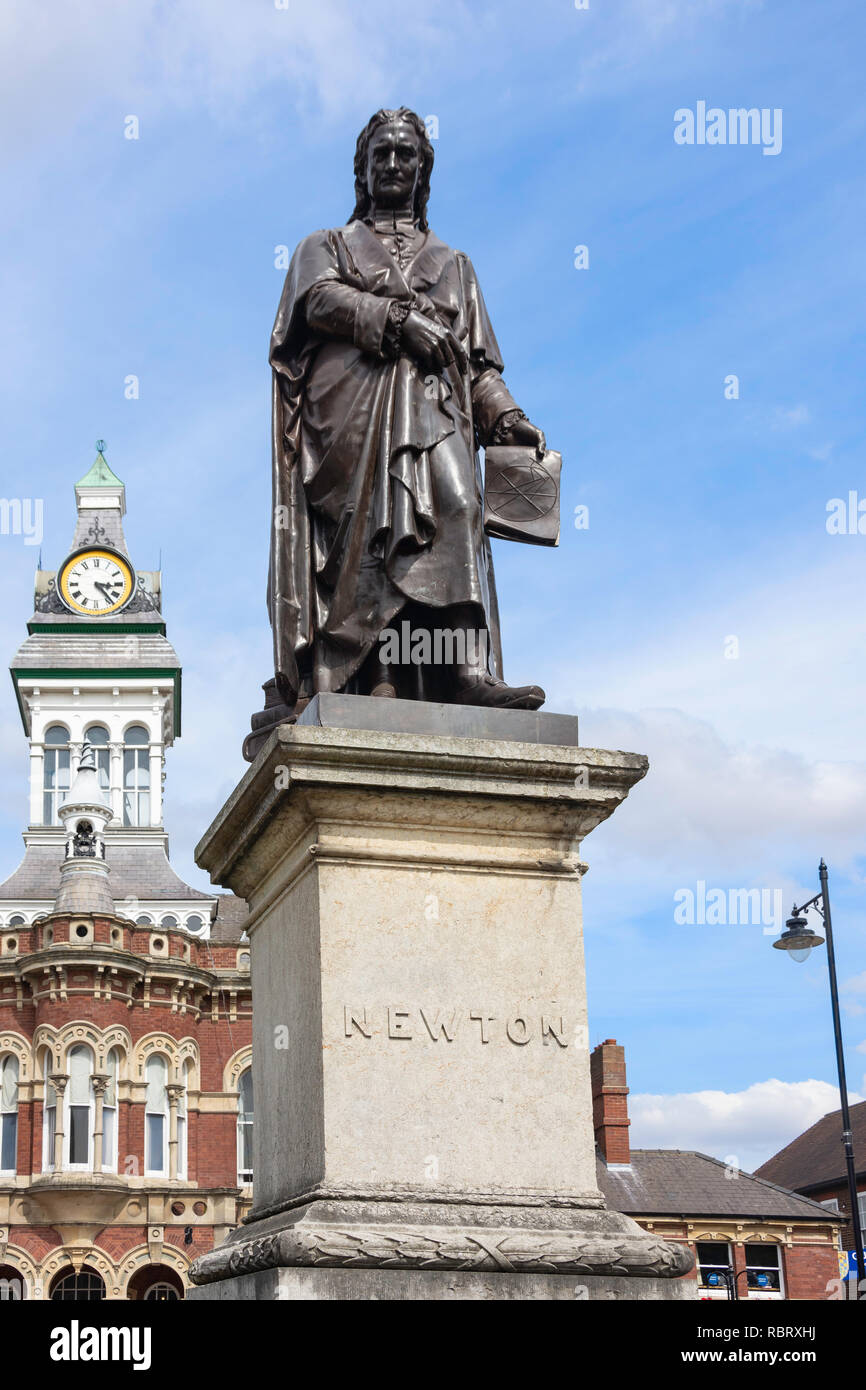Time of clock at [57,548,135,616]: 3:23
